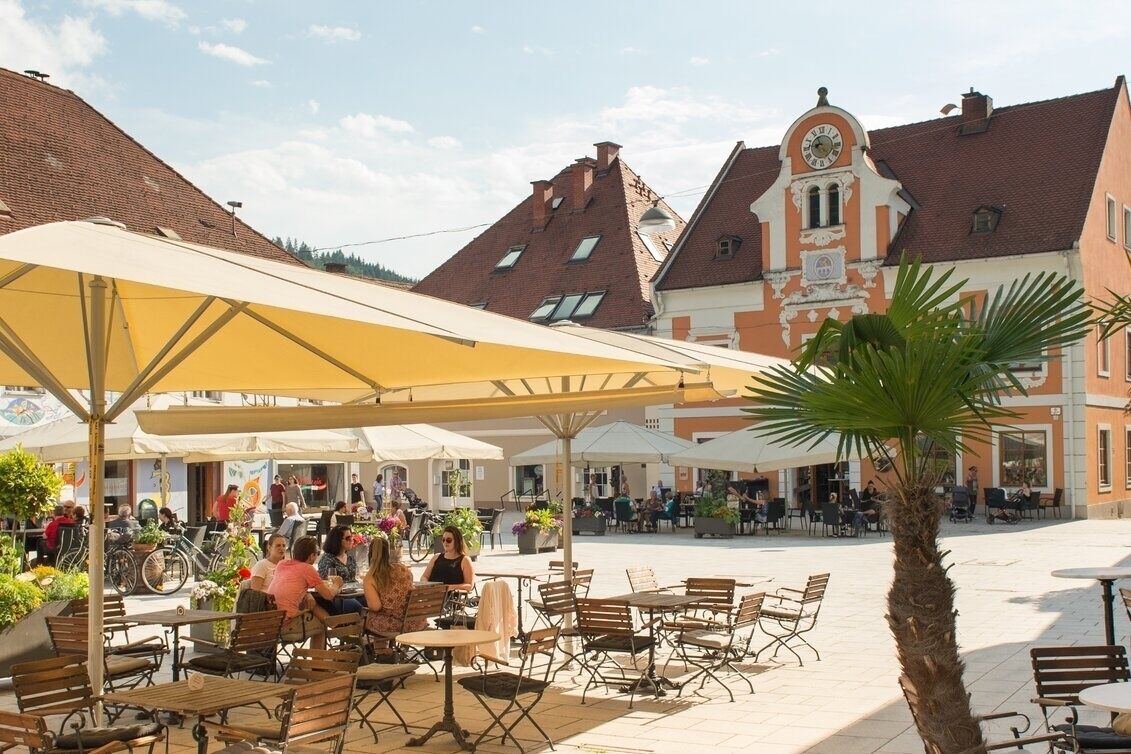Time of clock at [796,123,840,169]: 8:56
